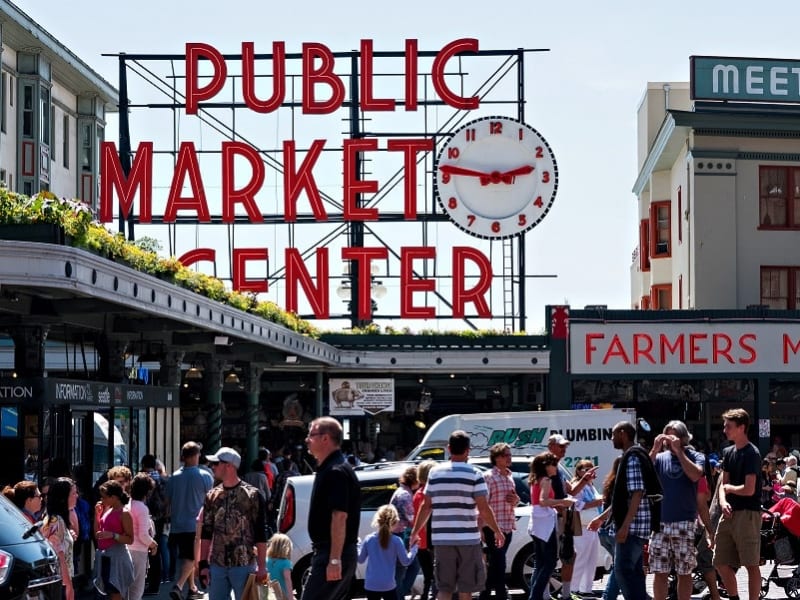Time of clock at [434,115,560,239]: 2:46
